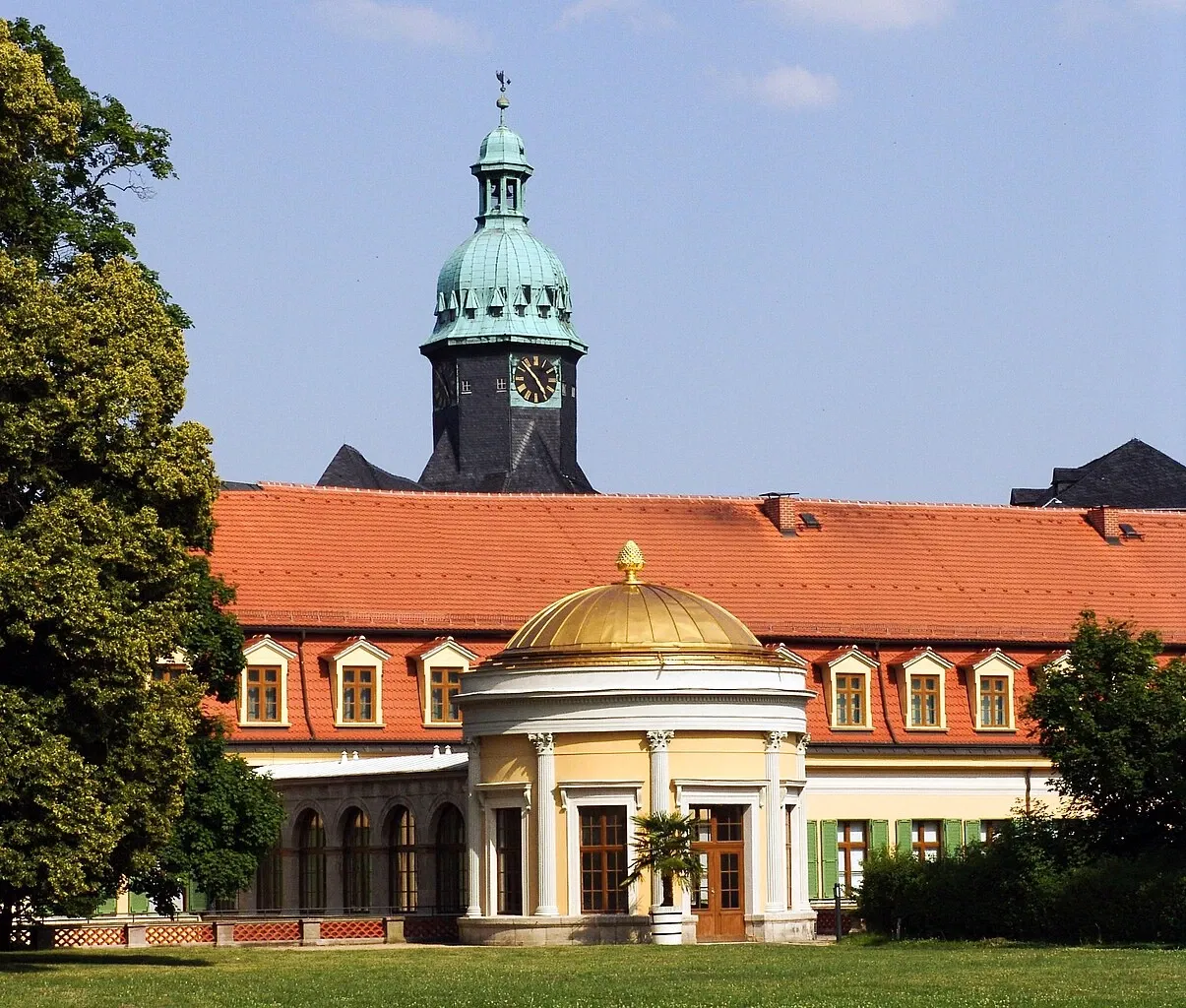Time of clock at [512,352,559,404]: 4:52
